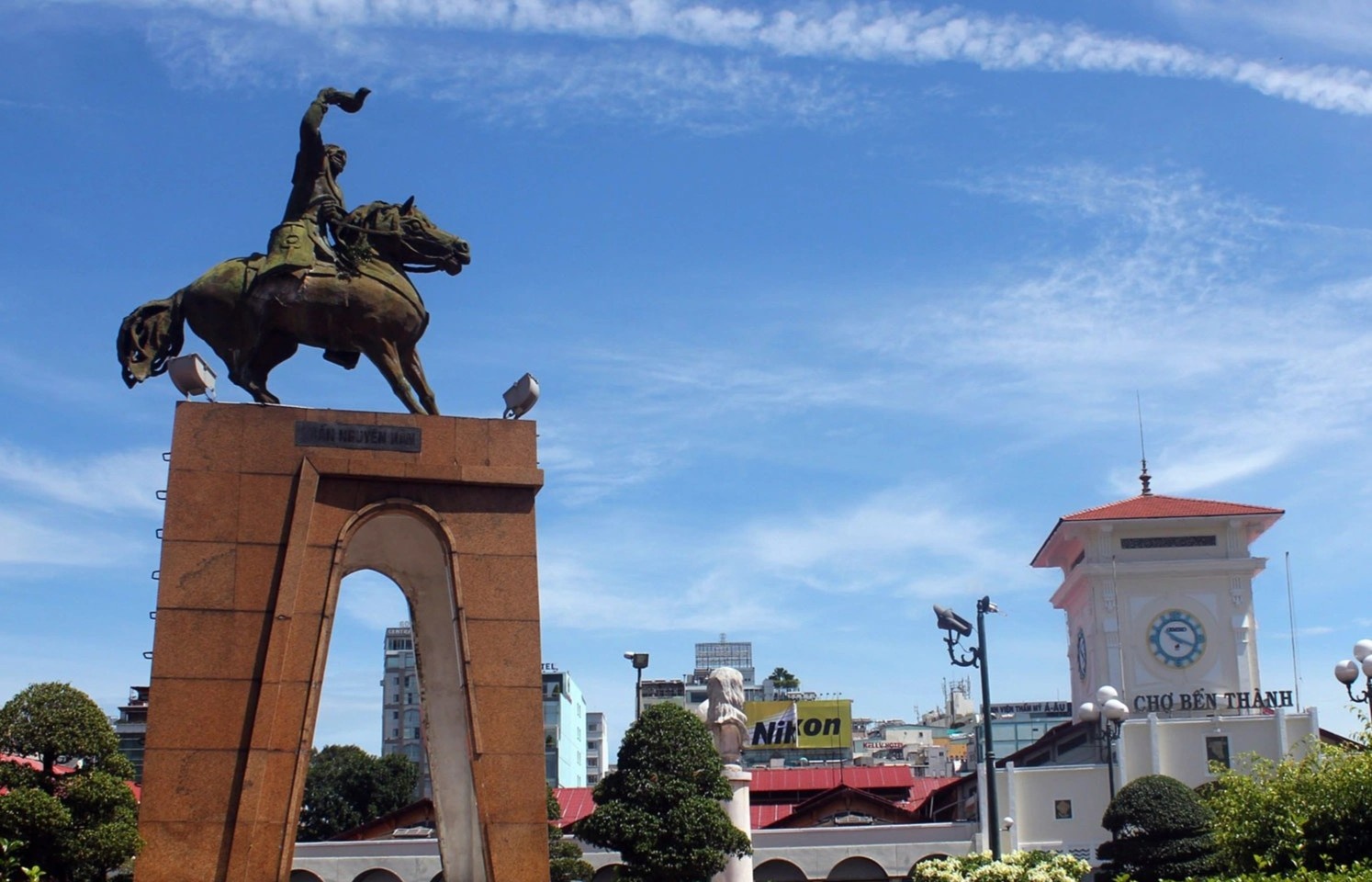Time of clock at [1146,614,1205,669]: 10:18
